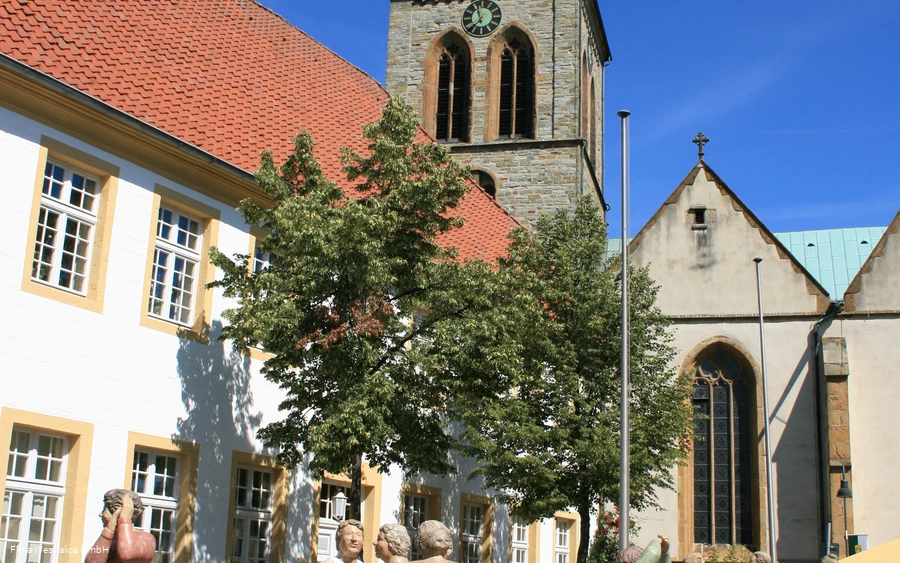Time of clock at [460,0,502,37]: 11:37
